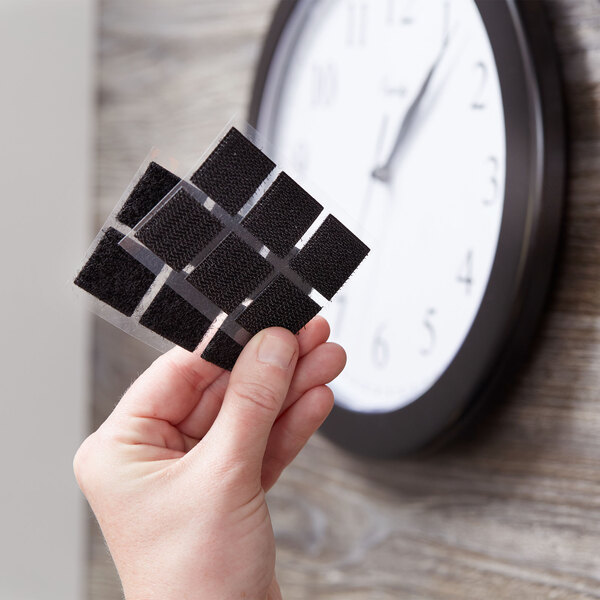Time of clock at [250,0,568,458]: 1:06
